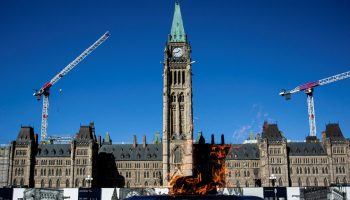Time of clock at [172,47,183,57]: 1:43
